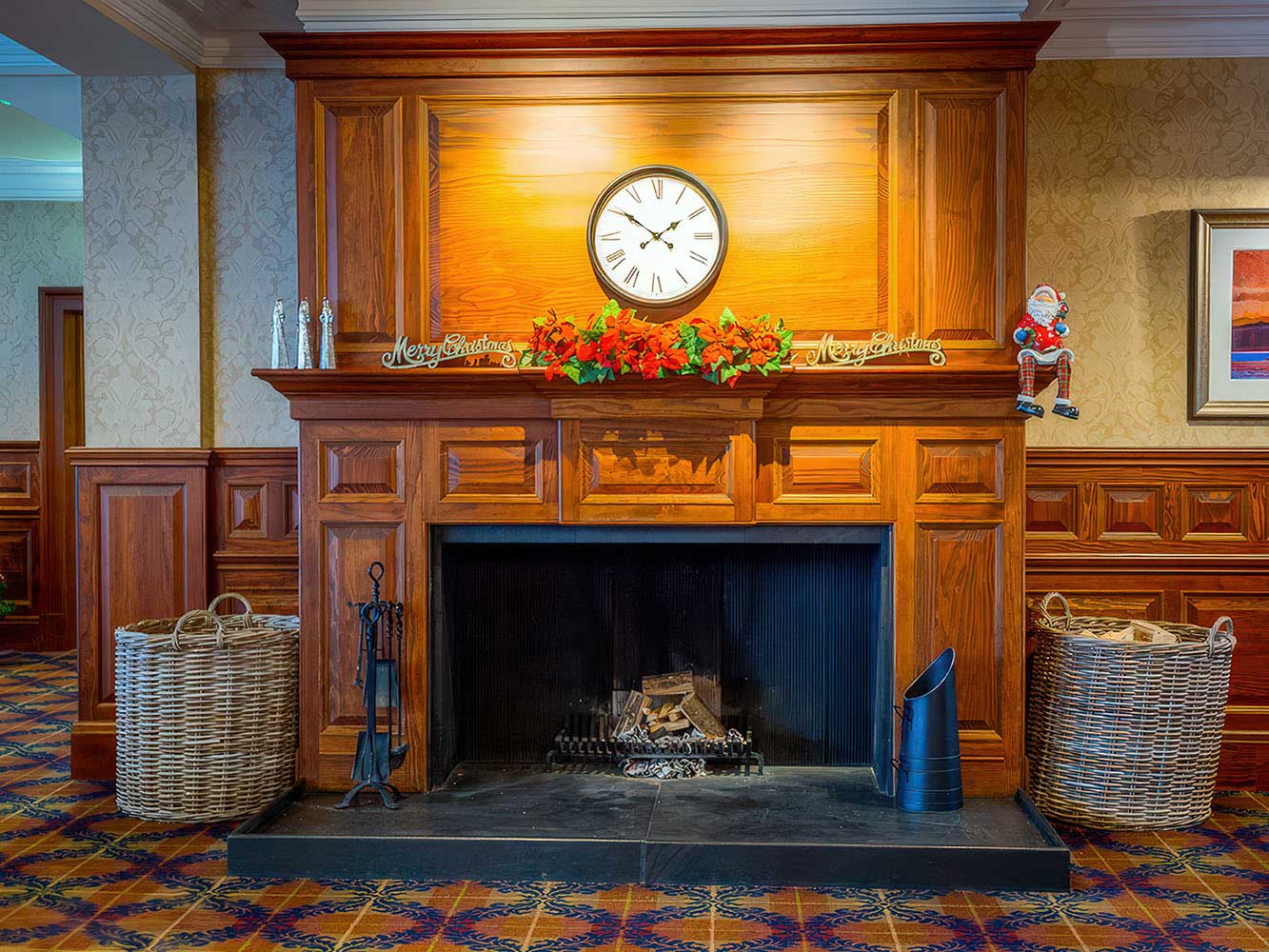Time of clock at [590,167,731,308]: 1:50
